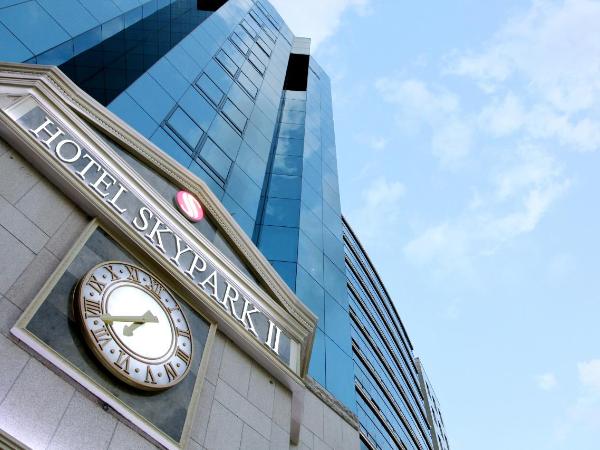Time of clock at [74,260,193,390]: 7:42
